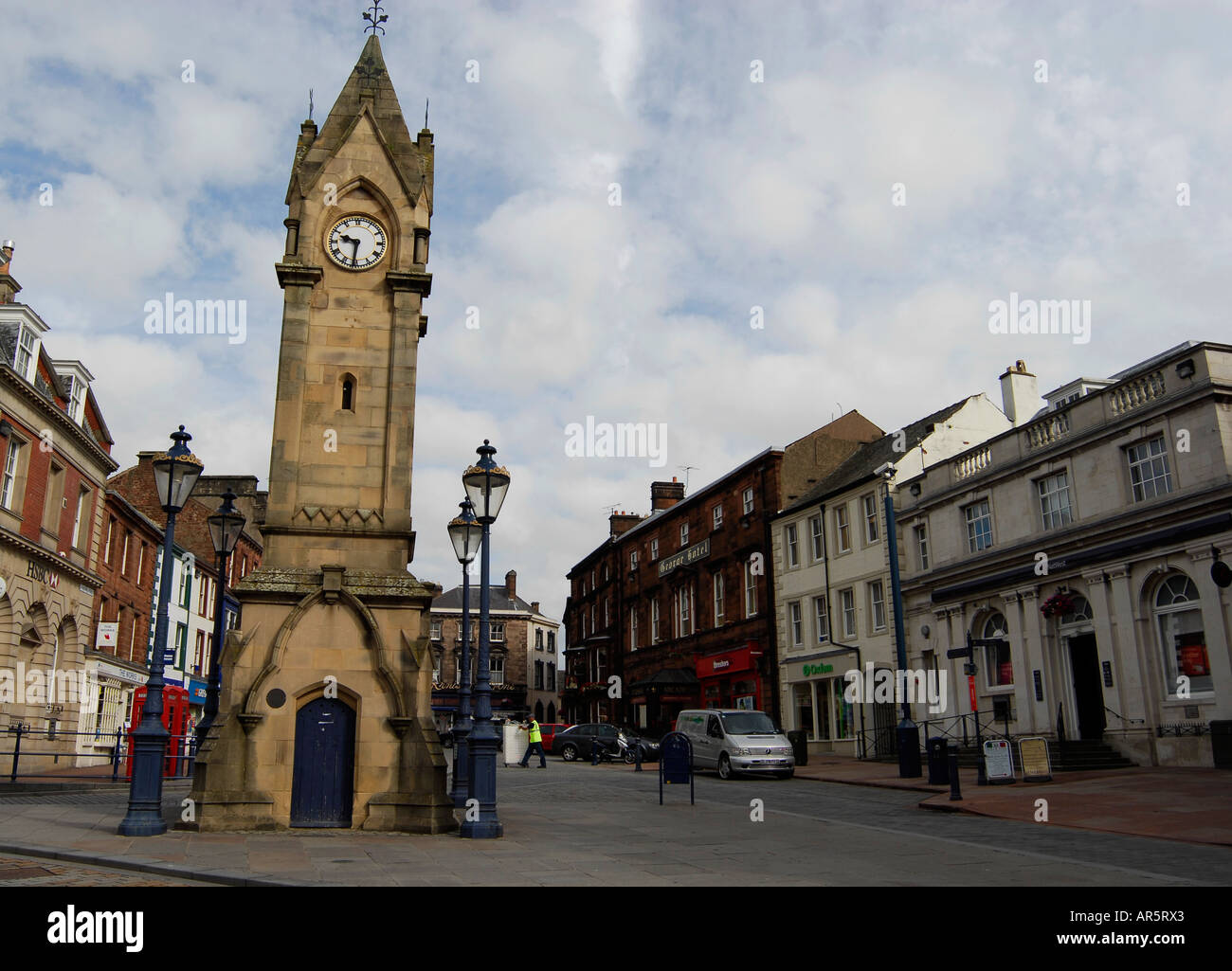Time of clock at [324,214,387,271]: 9:31
